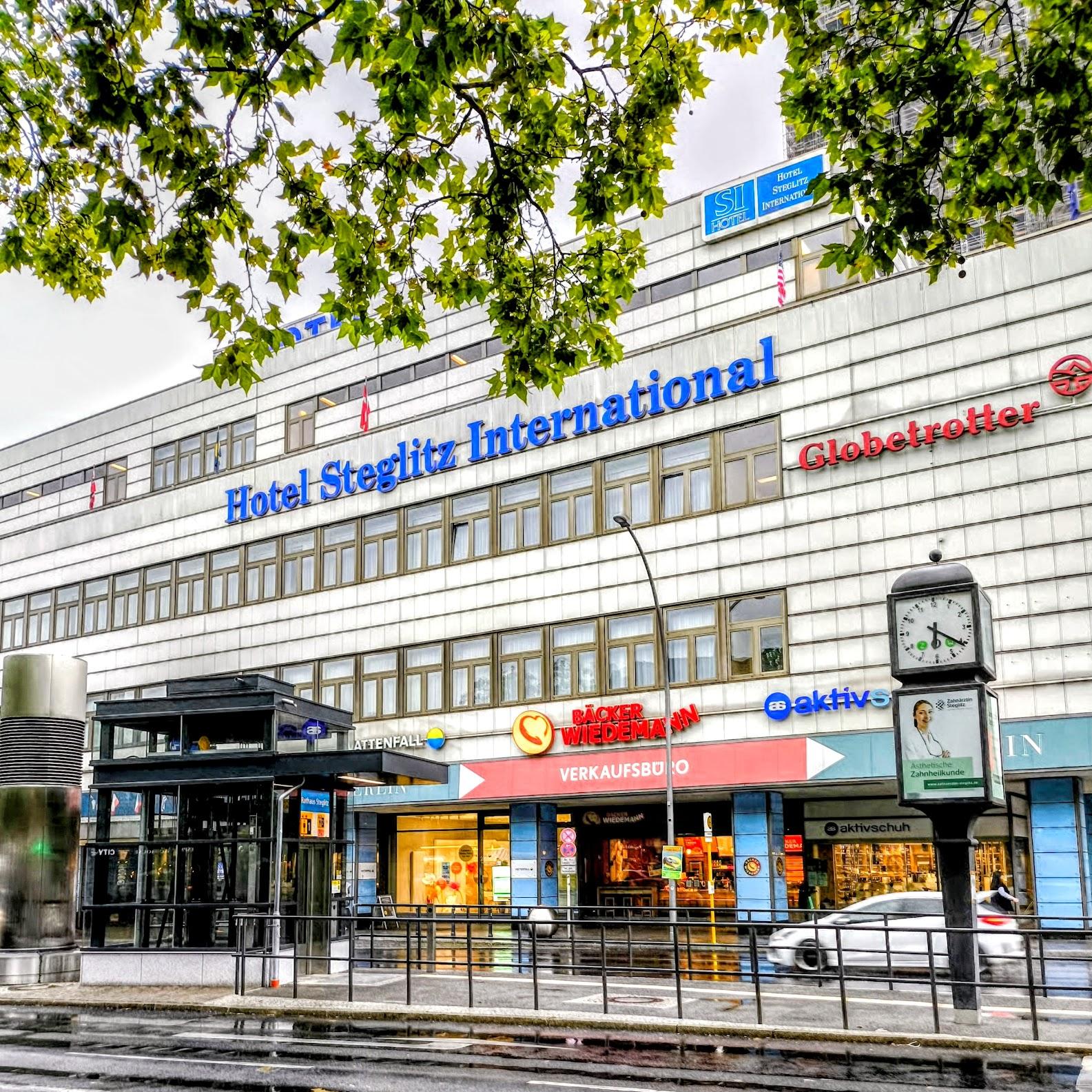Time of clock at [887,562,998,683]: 6:20
